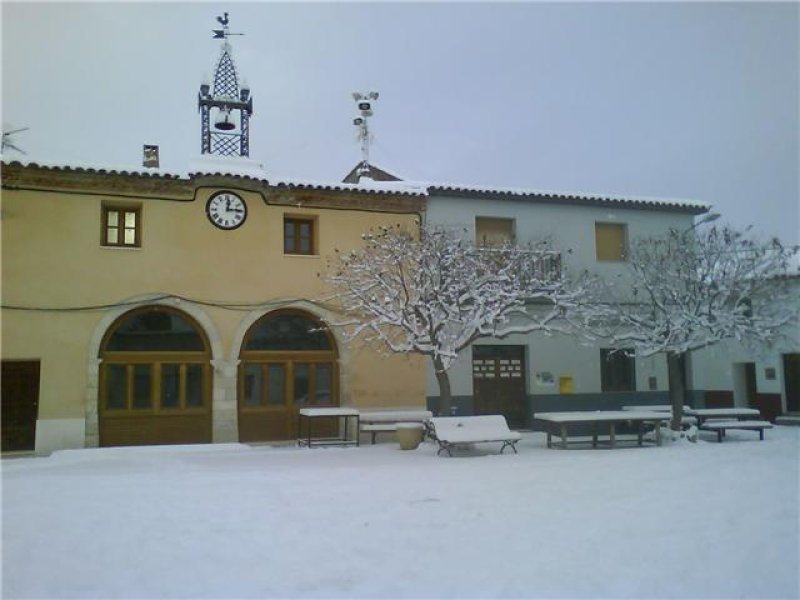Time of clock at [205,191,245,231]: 12:14
